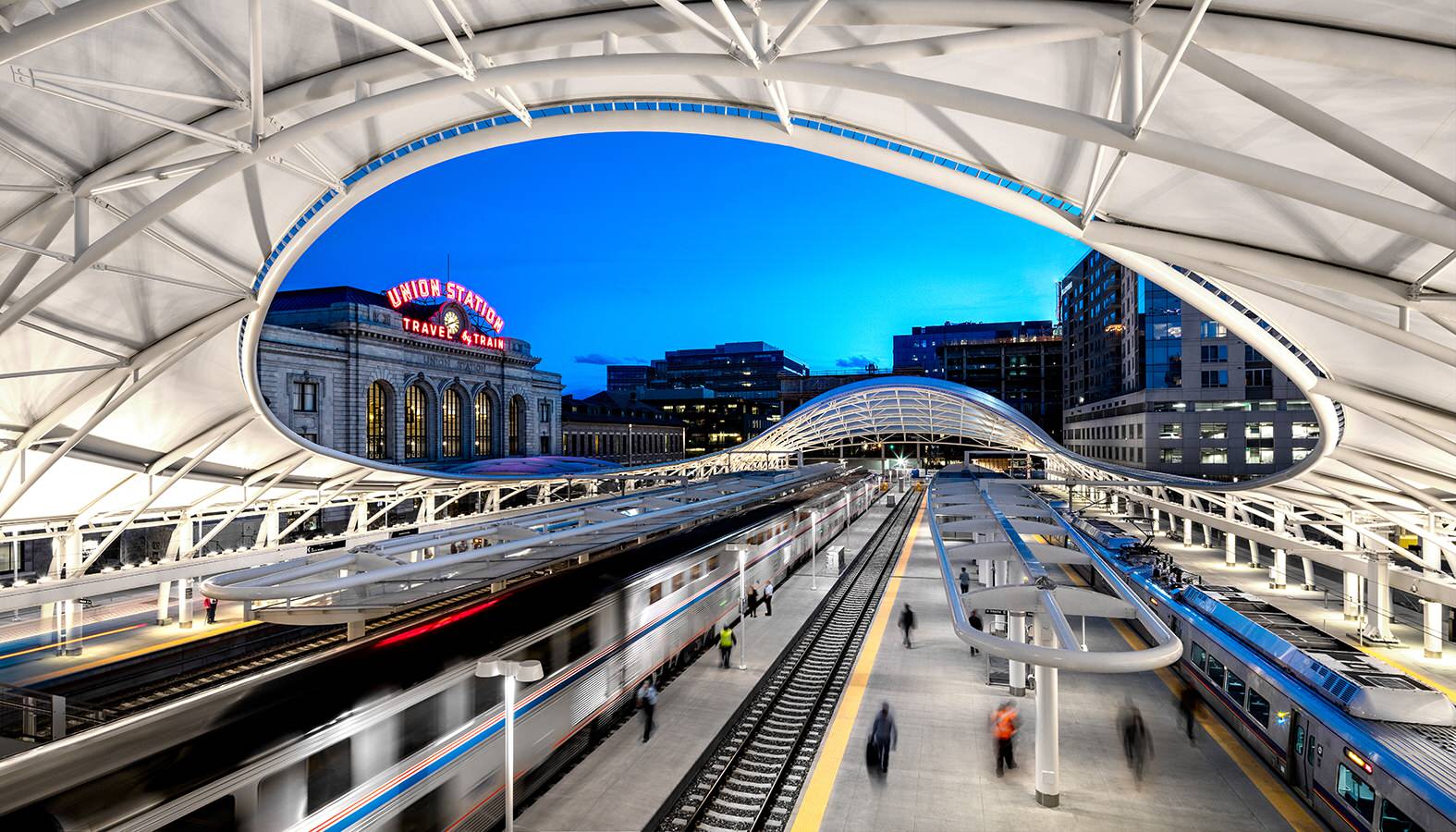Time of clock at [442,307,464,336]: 8:11
